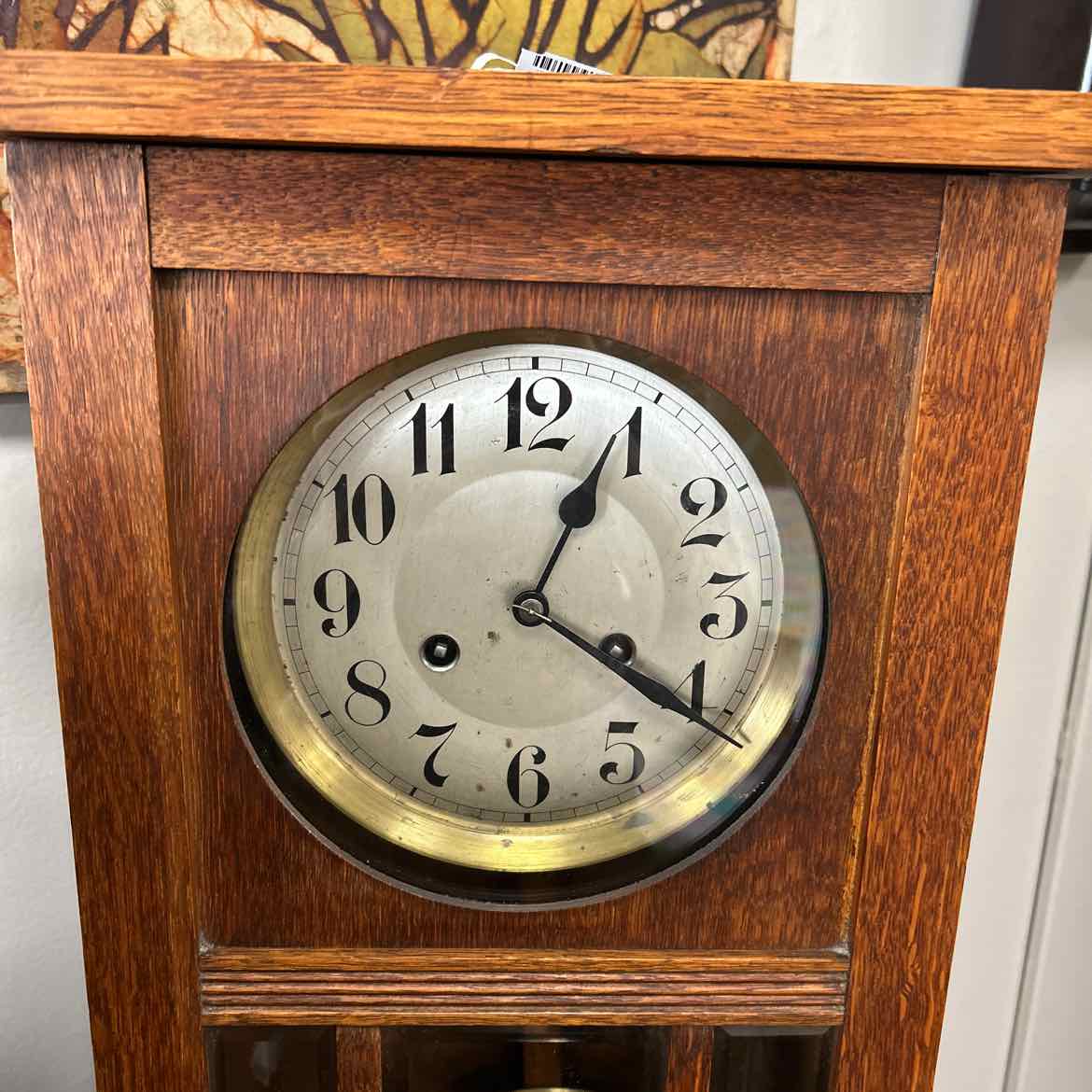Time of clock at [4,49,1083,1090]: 4:04
